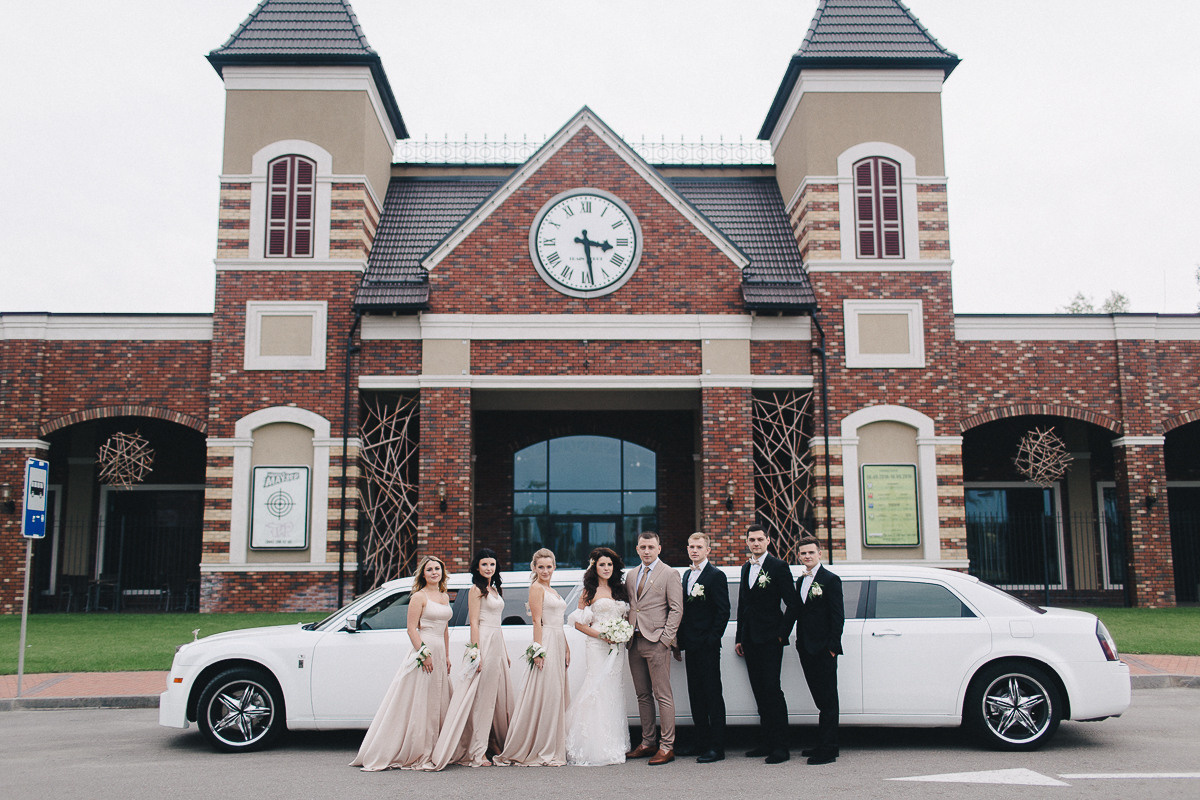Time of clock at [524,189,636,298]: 3:28
